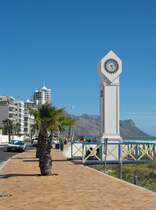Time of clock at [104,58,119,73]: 5:12
